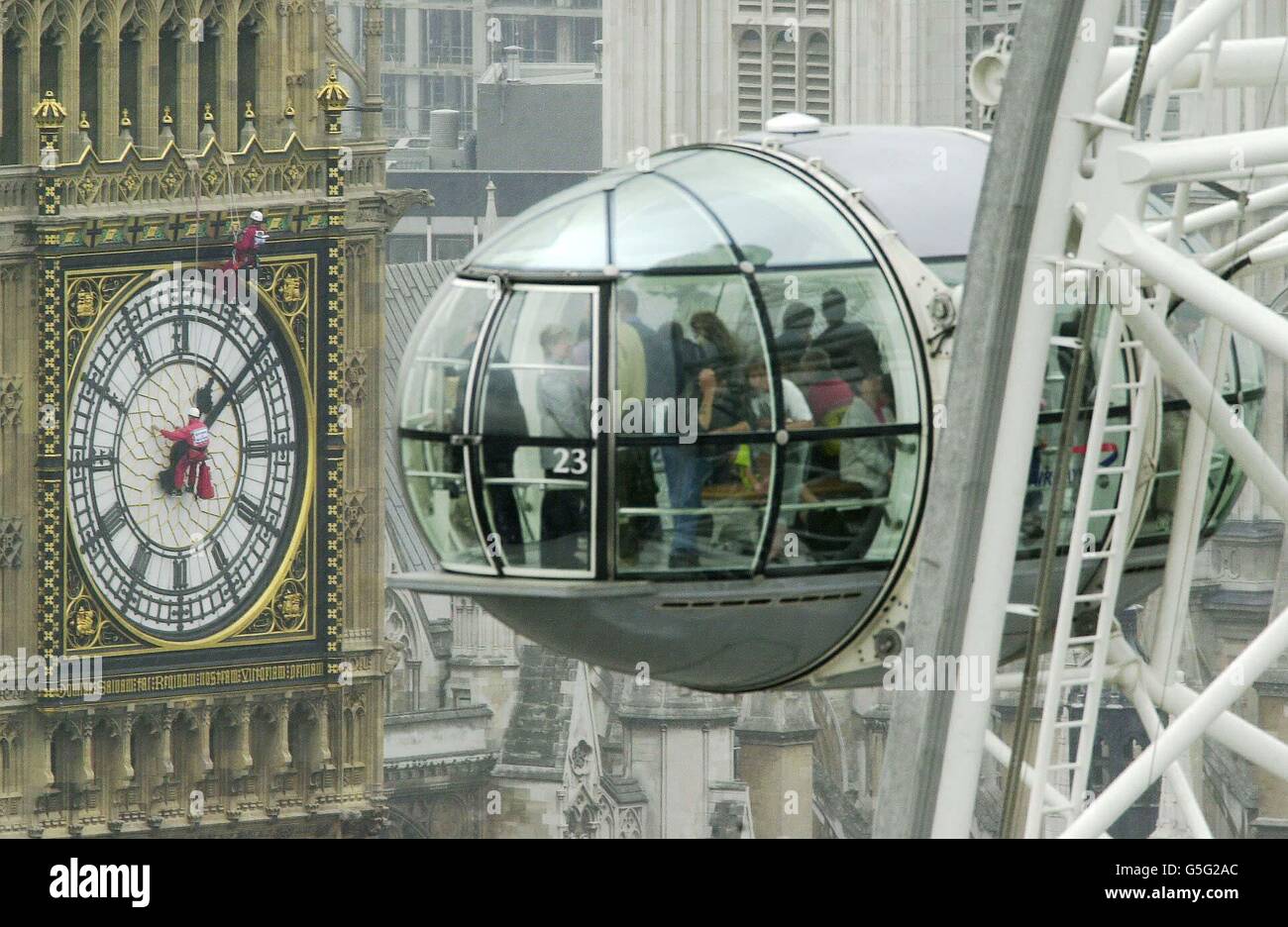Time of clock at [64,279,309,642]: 1:08
